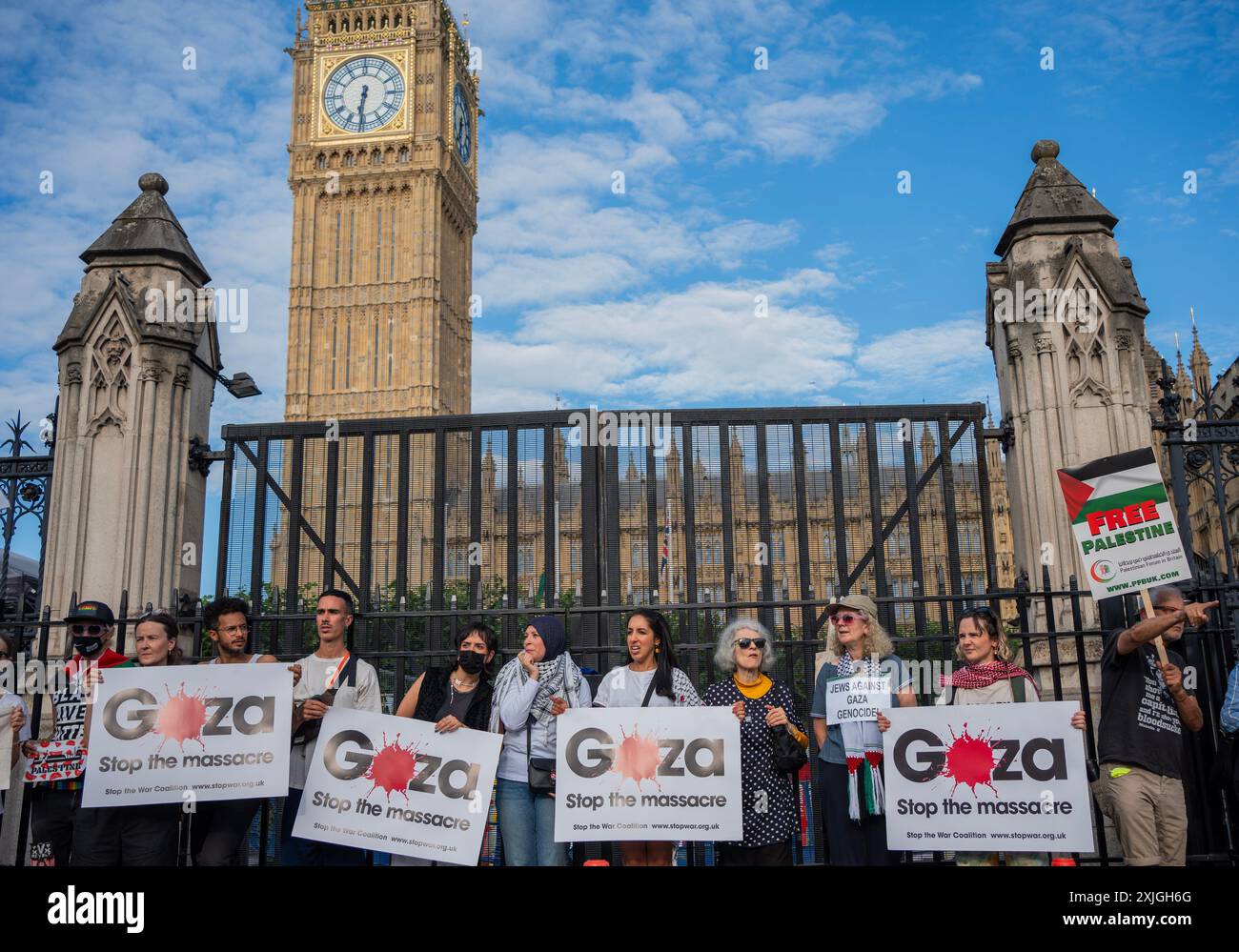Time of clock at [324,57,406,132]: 6:31
